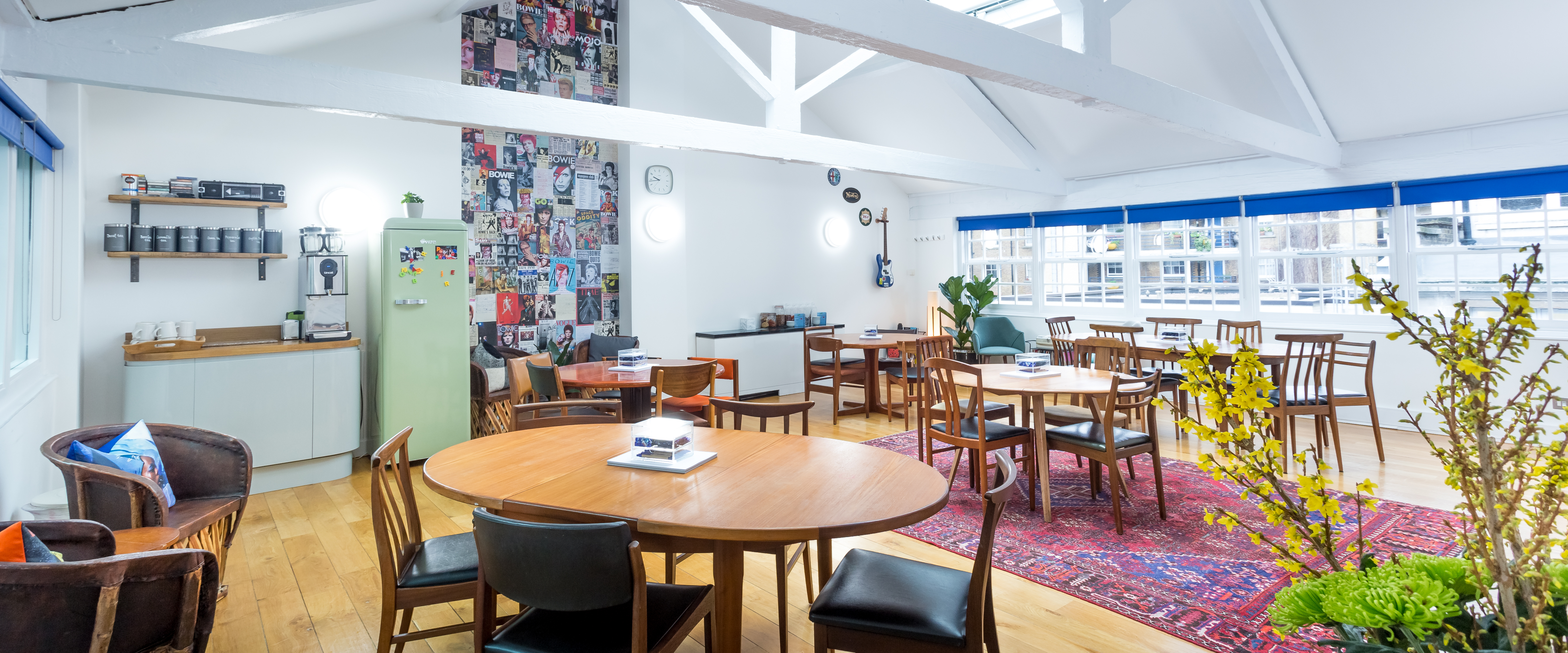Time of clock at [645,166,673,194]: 9:43
